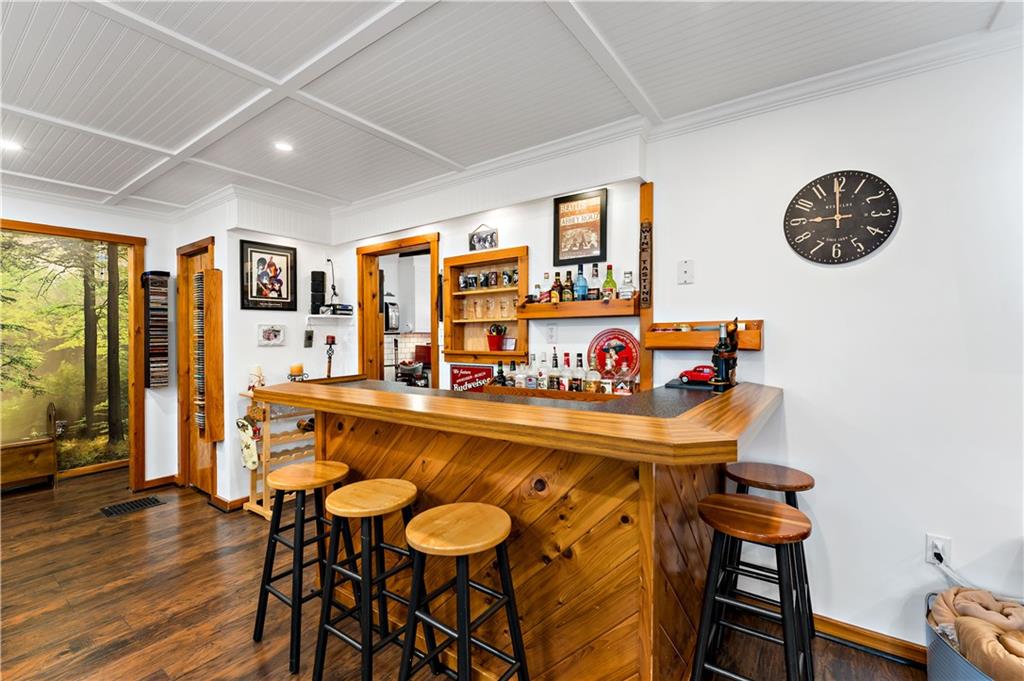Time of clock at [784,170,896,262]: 8:59
